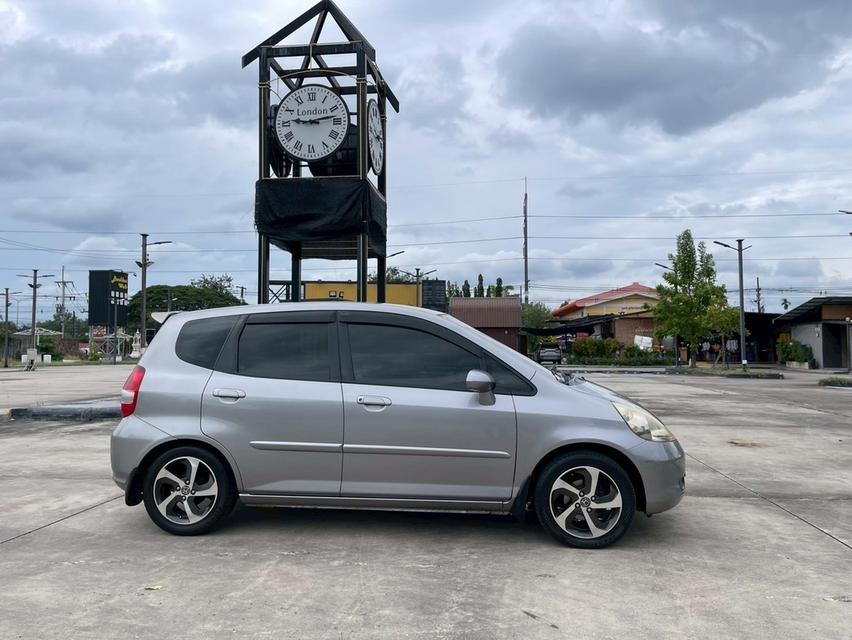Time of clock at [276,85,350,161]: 9:12
